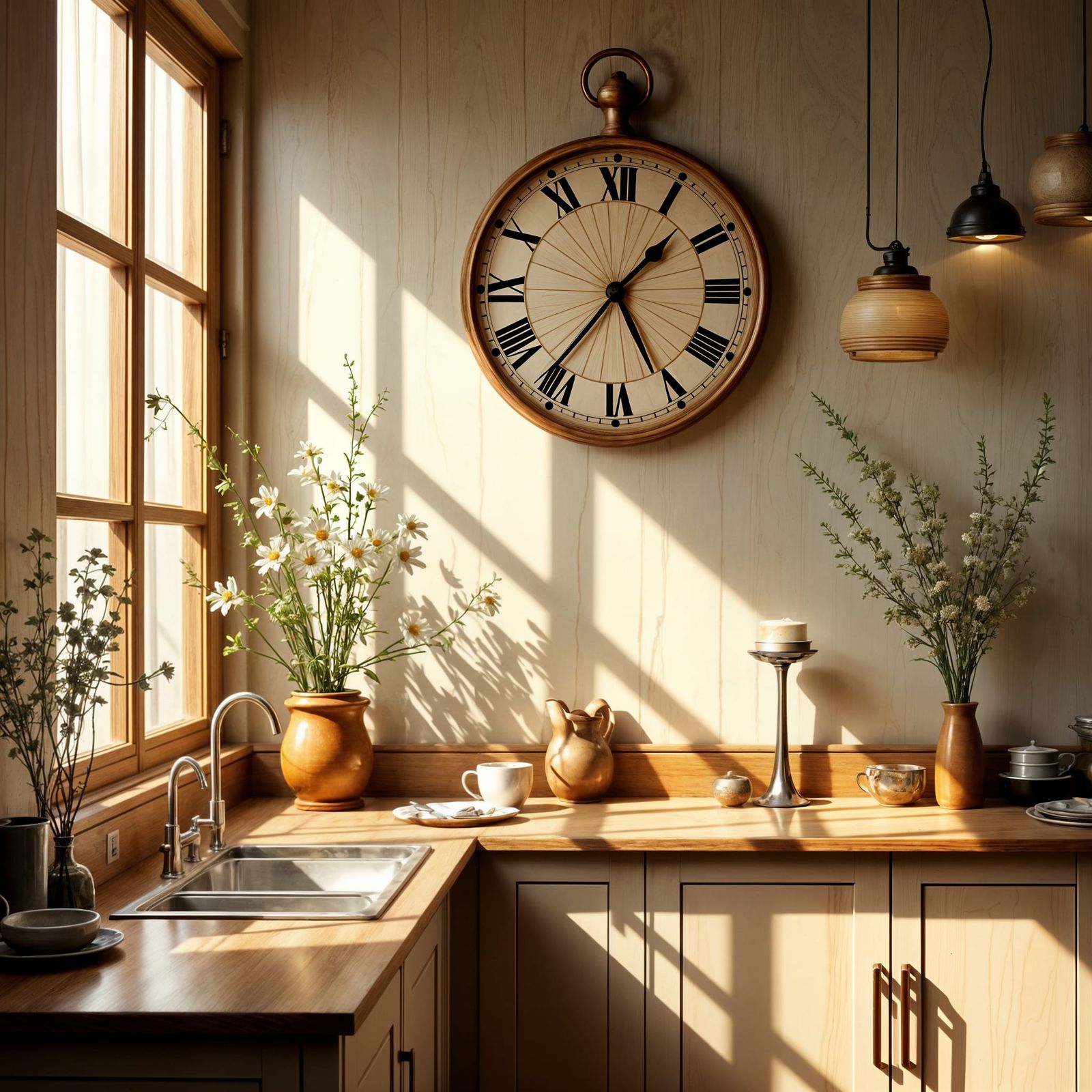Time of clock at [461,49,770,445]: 1:36
